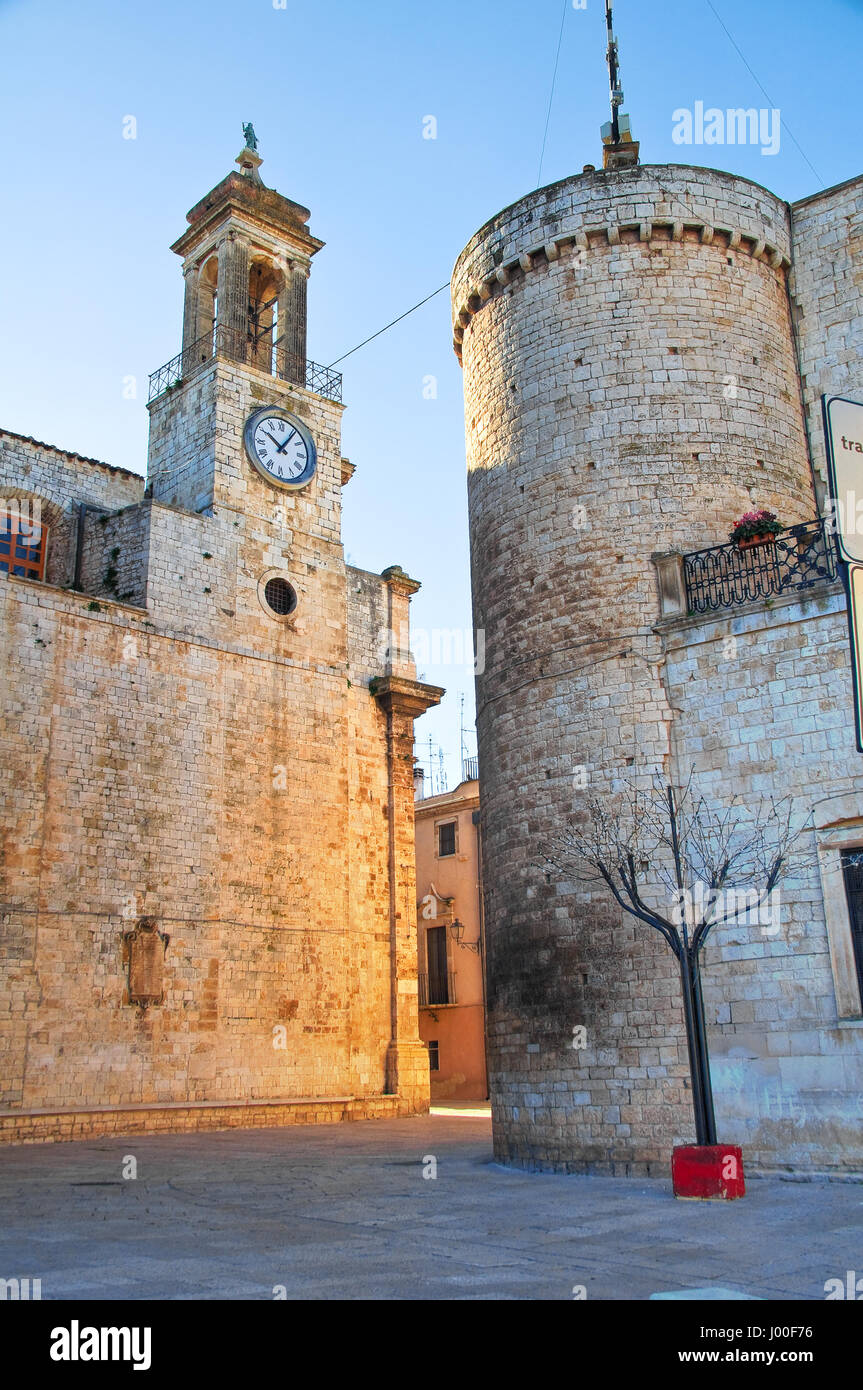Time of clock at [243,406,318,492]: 10:06
